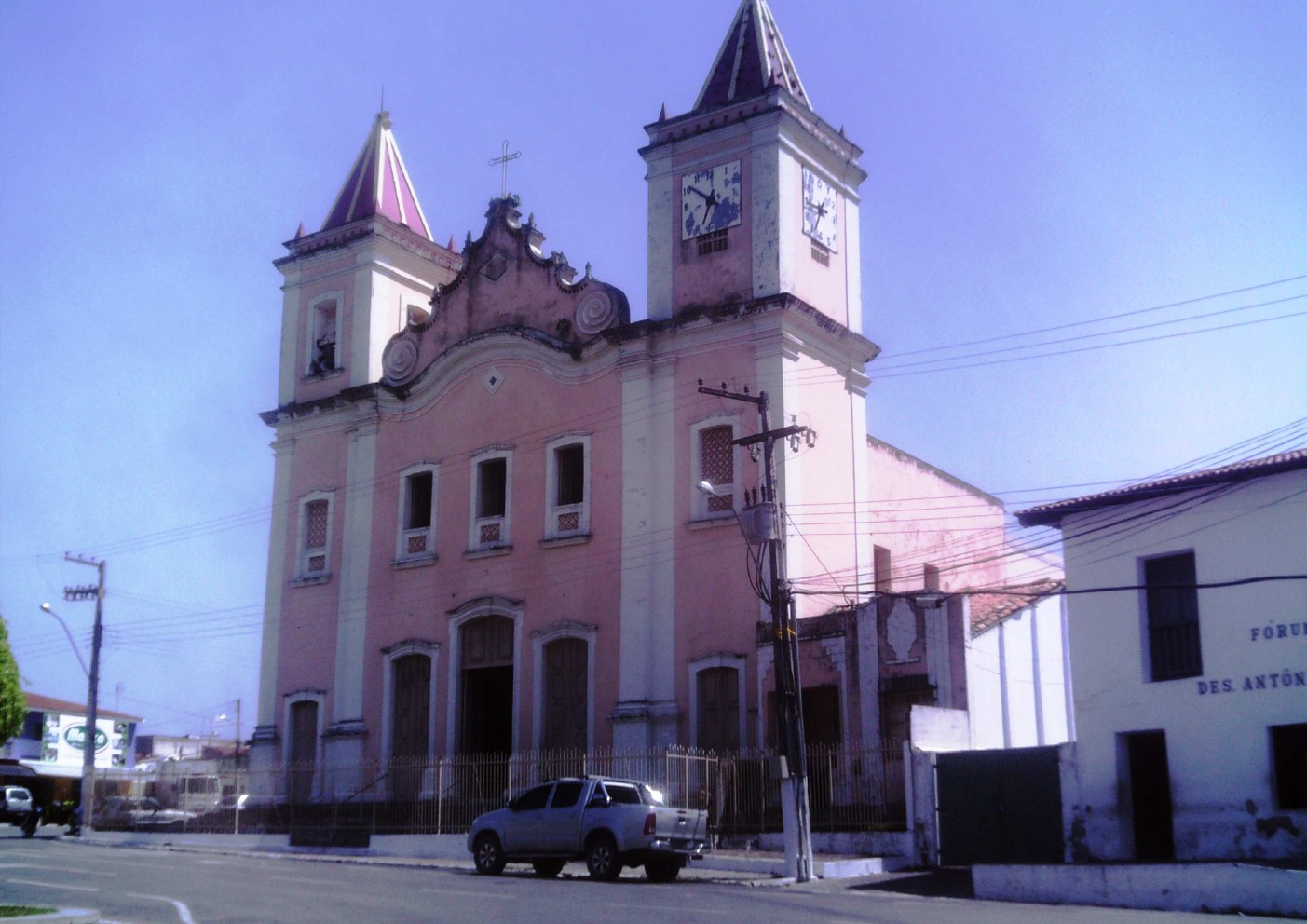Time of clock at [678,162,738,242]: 6:50
